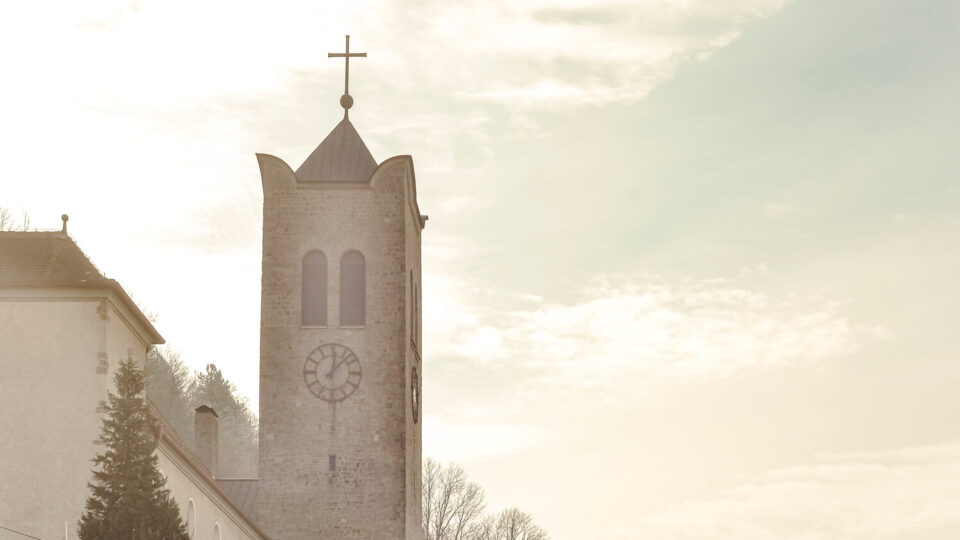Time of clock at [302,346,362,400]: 12:07
